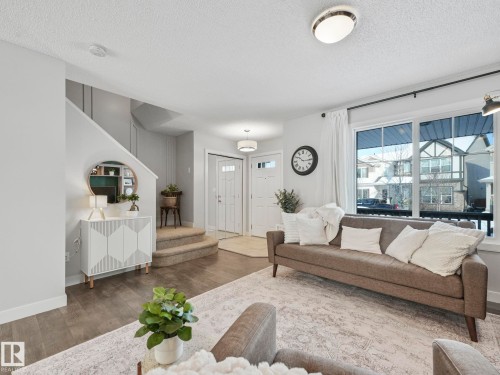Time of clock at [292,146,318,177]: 10:15
